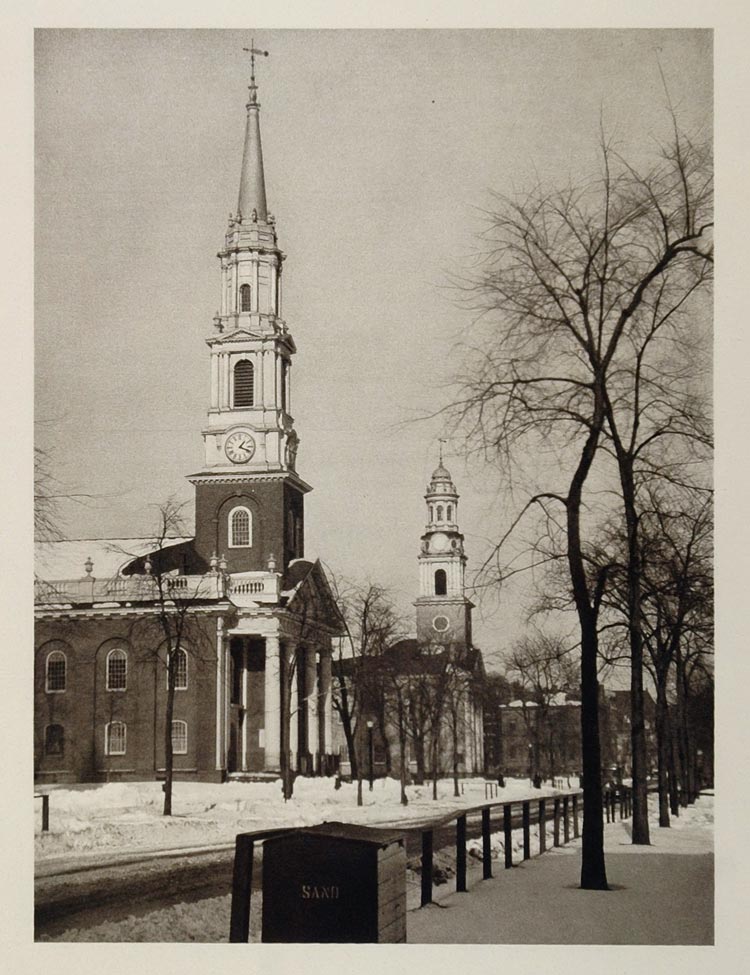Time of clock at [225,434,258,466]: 1:18
